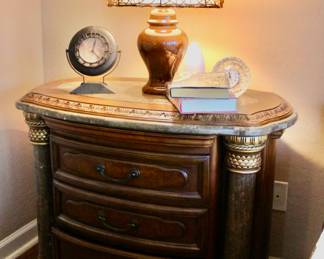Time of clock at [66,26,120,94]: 12:23
